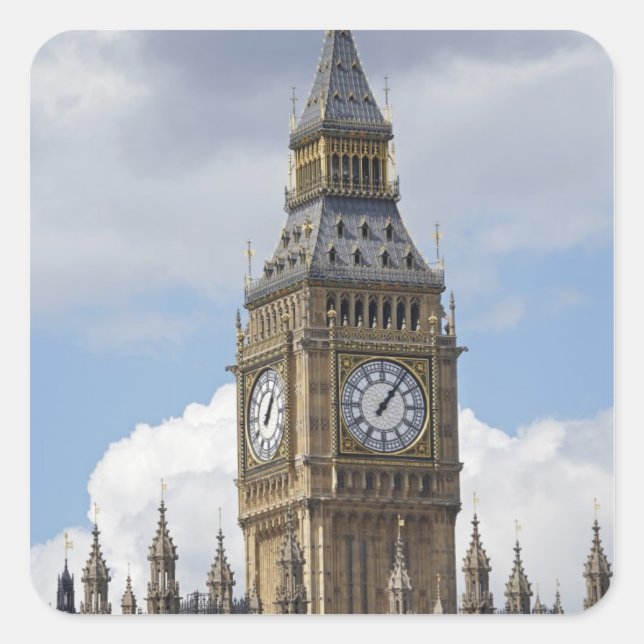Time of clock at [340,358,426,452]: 1:06
